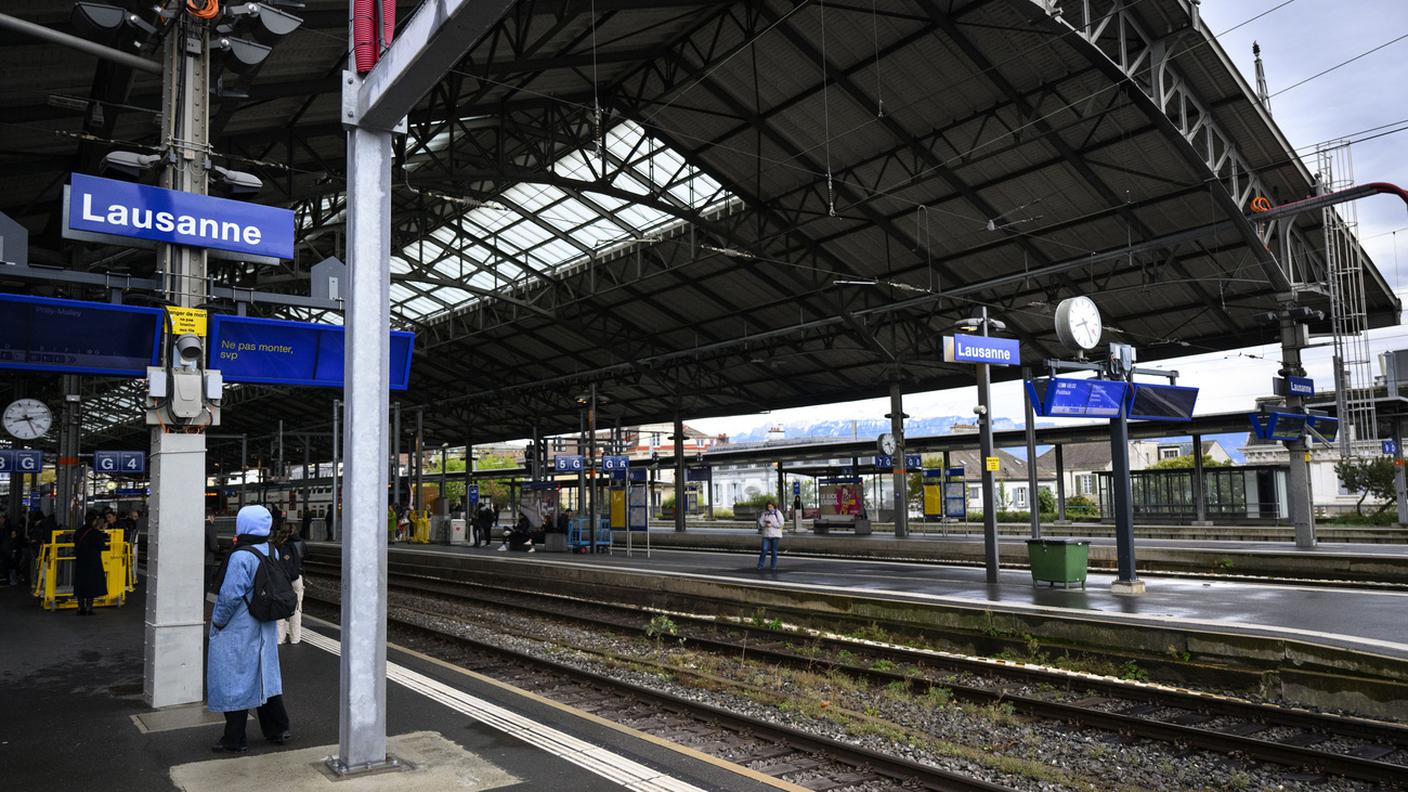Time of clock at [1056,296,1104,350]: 8:24
